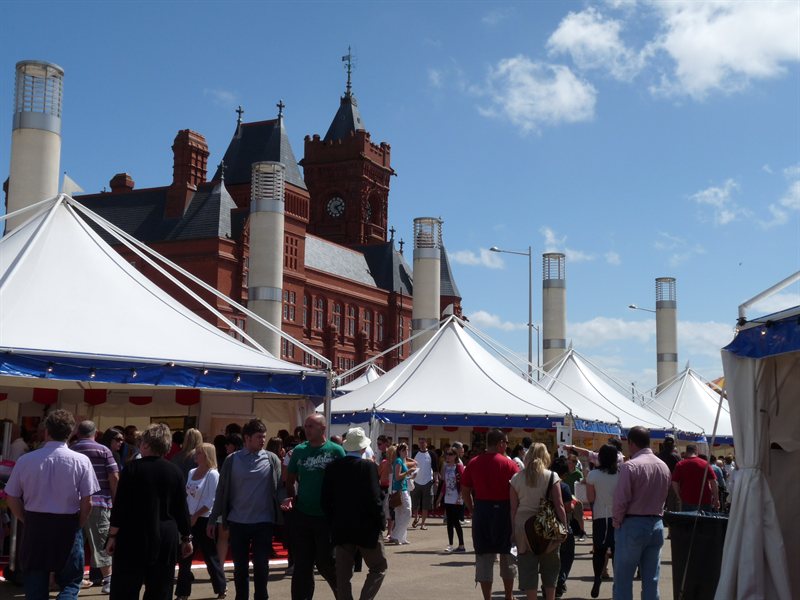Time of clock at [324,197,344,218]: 2:24
